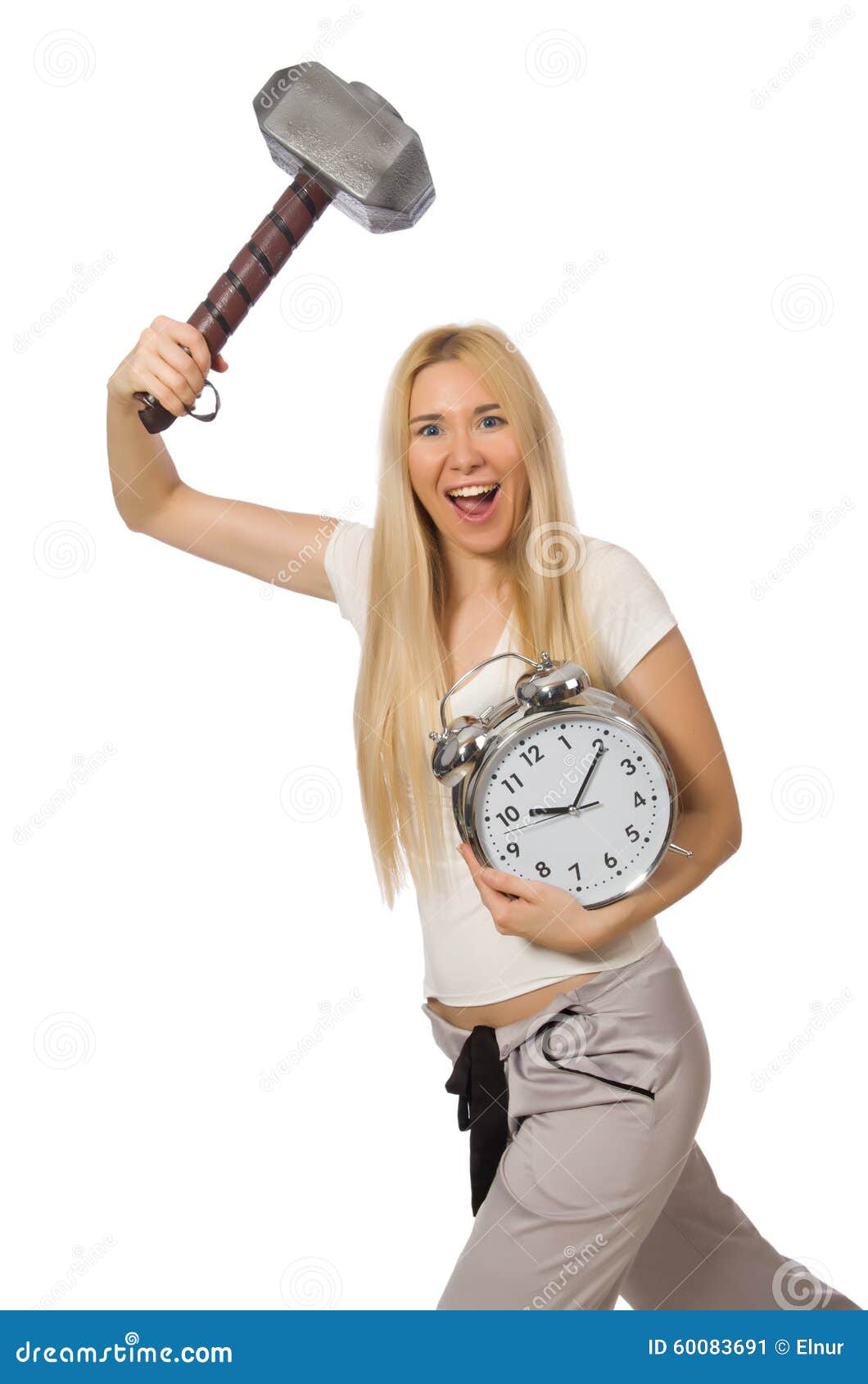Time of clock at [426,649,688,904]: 9:05
